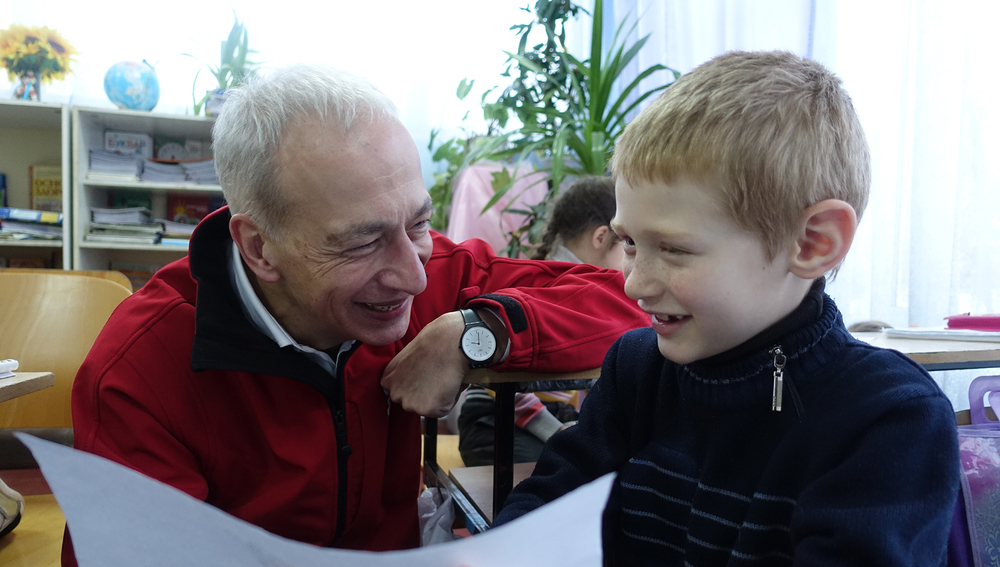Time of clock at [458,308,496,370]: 9:01
